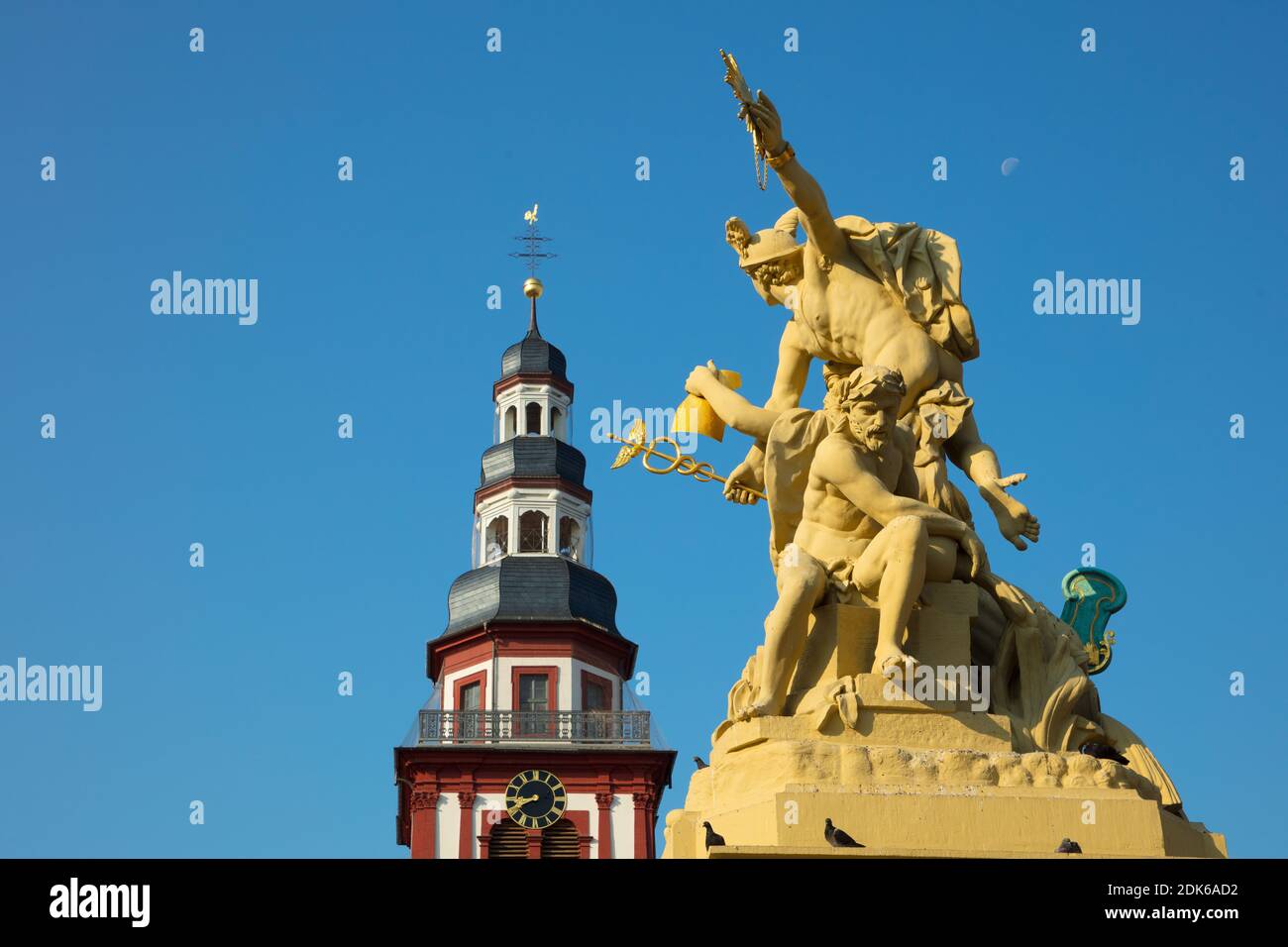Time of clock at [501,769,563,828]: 8:40
